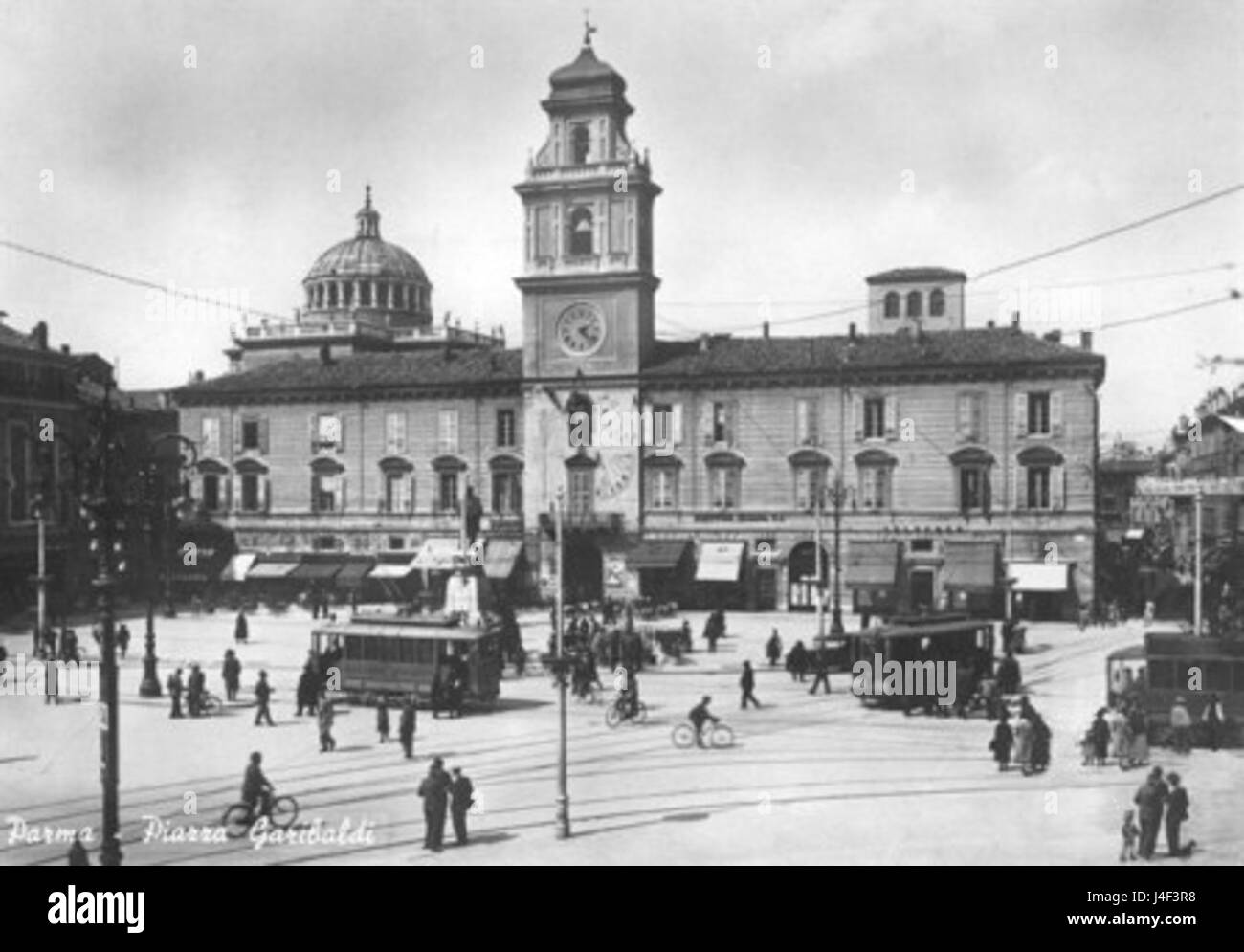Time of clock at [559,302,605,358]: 2:22
